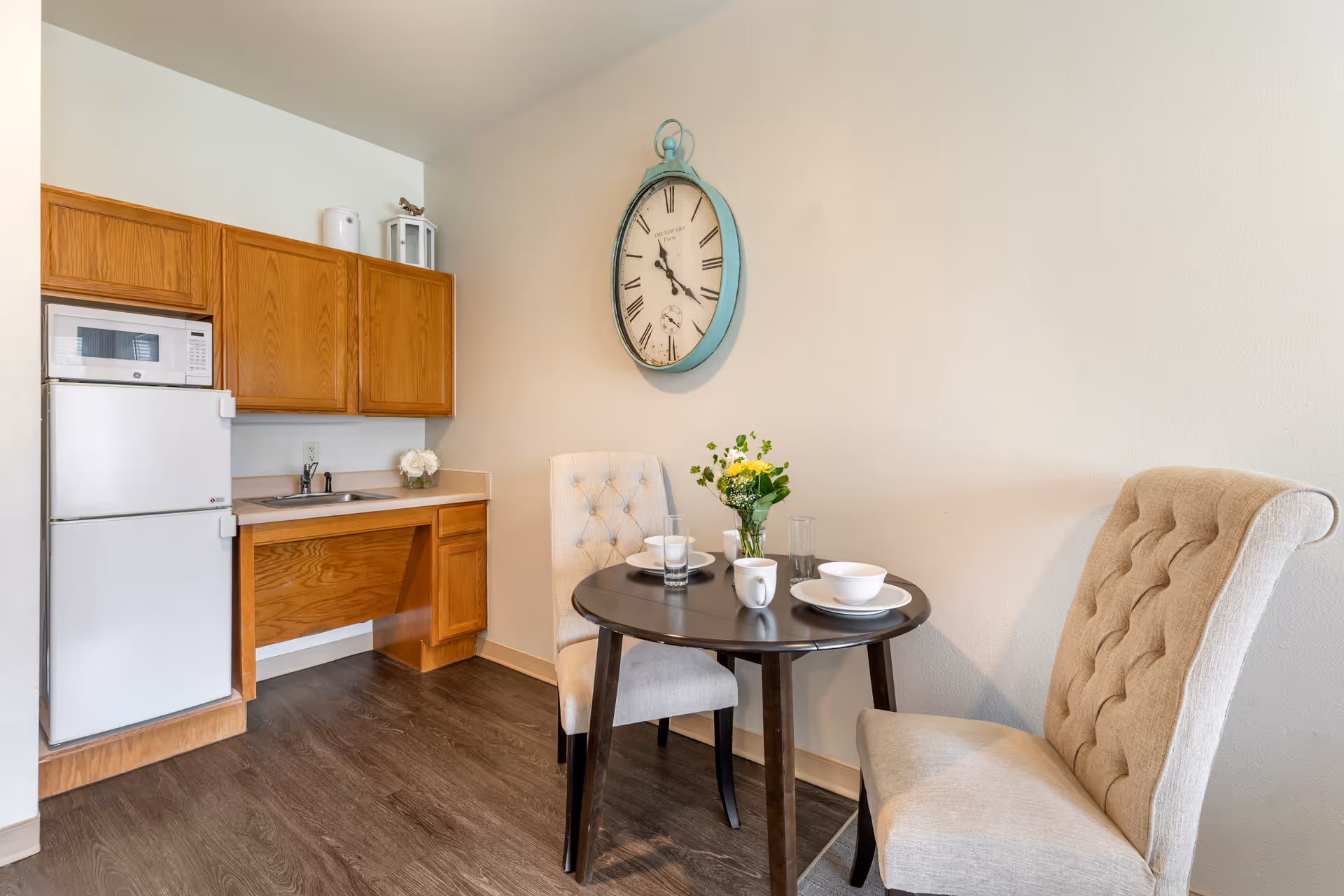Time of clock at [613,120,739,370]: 11:21
